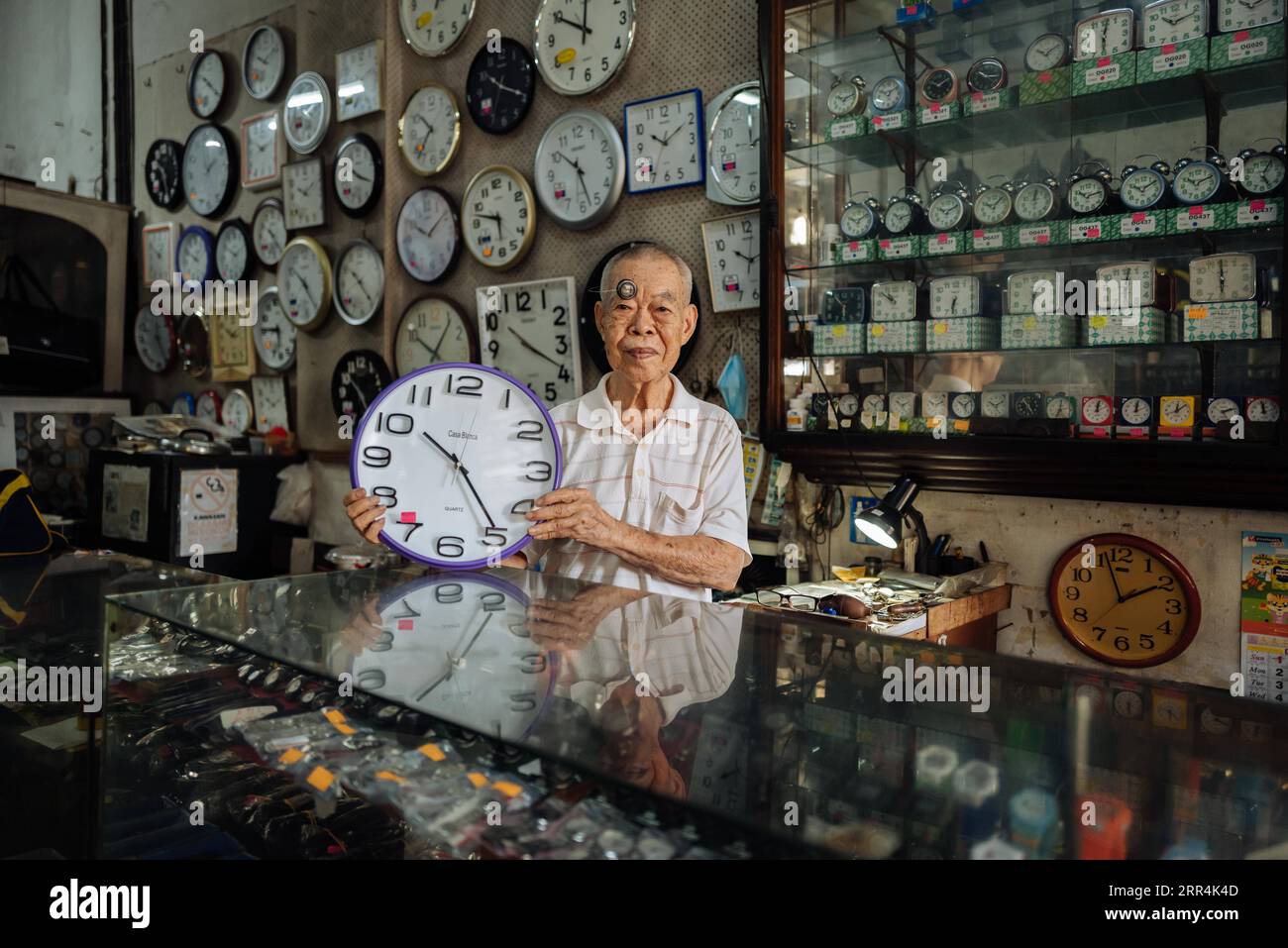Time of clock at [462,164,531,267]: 5:47
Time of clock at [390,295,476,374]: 10:06
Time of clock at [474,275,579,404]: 10:19
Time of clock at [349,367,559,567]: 10:24
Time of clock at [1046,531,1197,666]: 1:57
